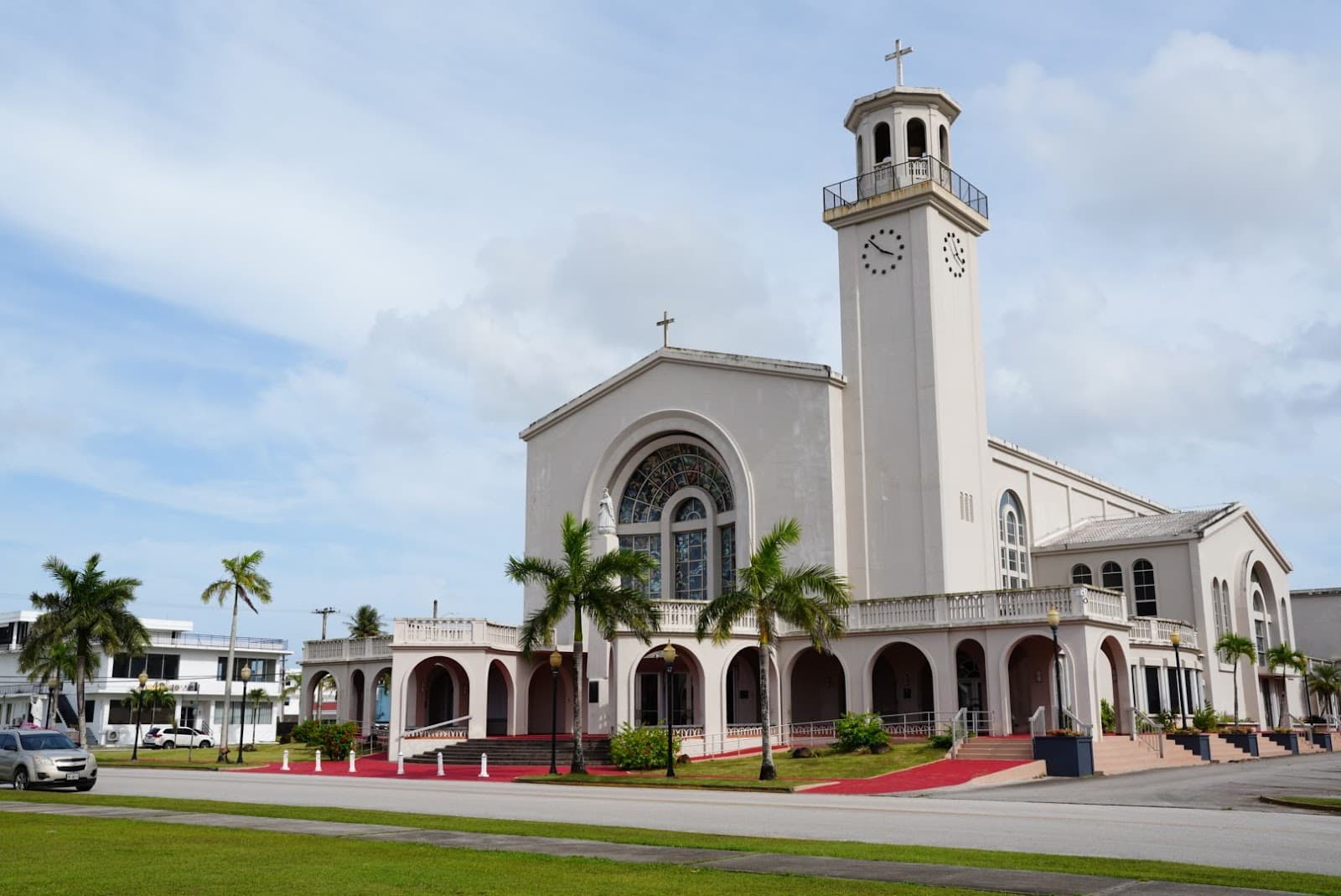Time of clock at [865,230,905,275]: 3:52
